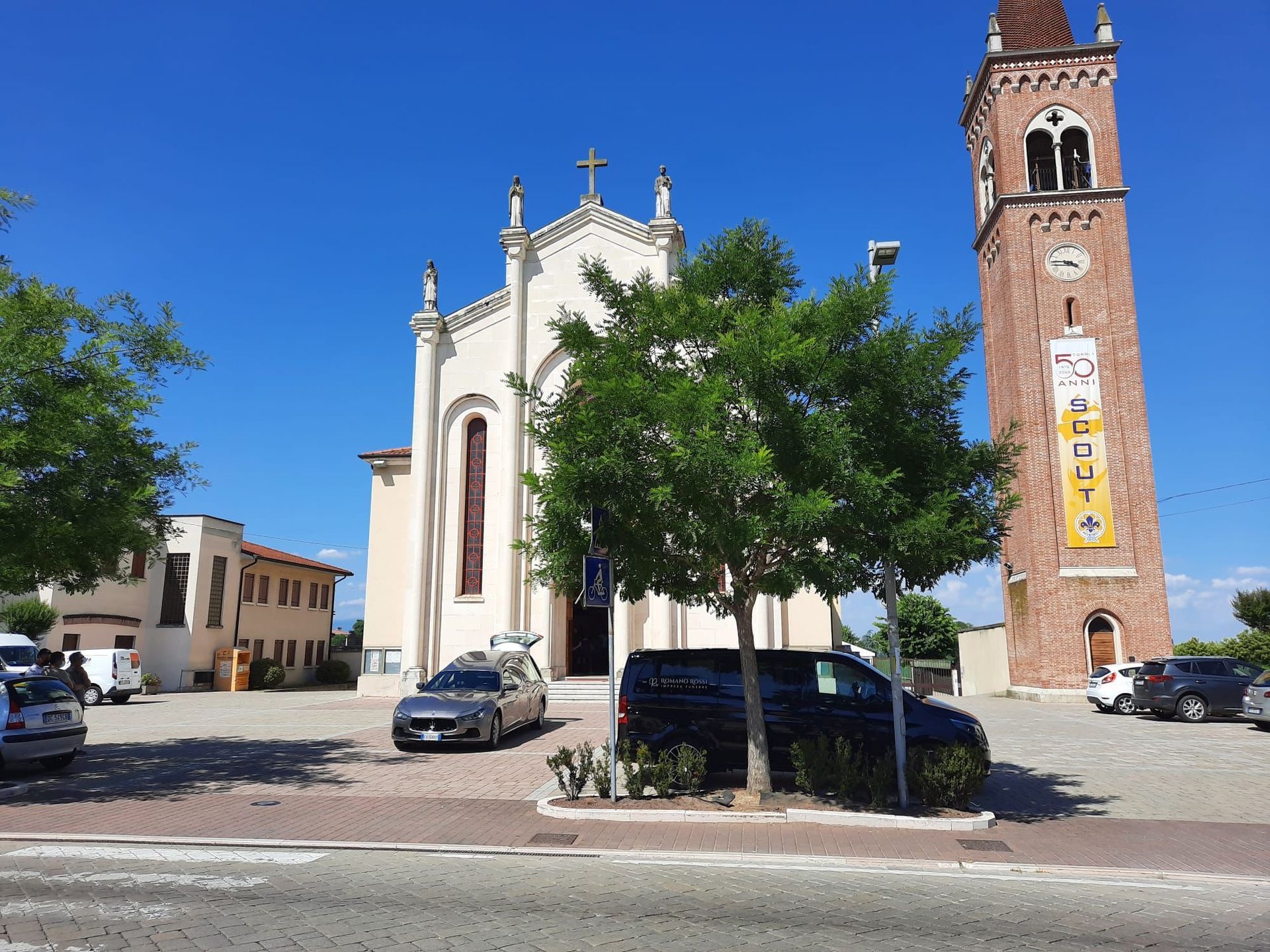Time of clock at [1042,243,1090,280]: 3:45
